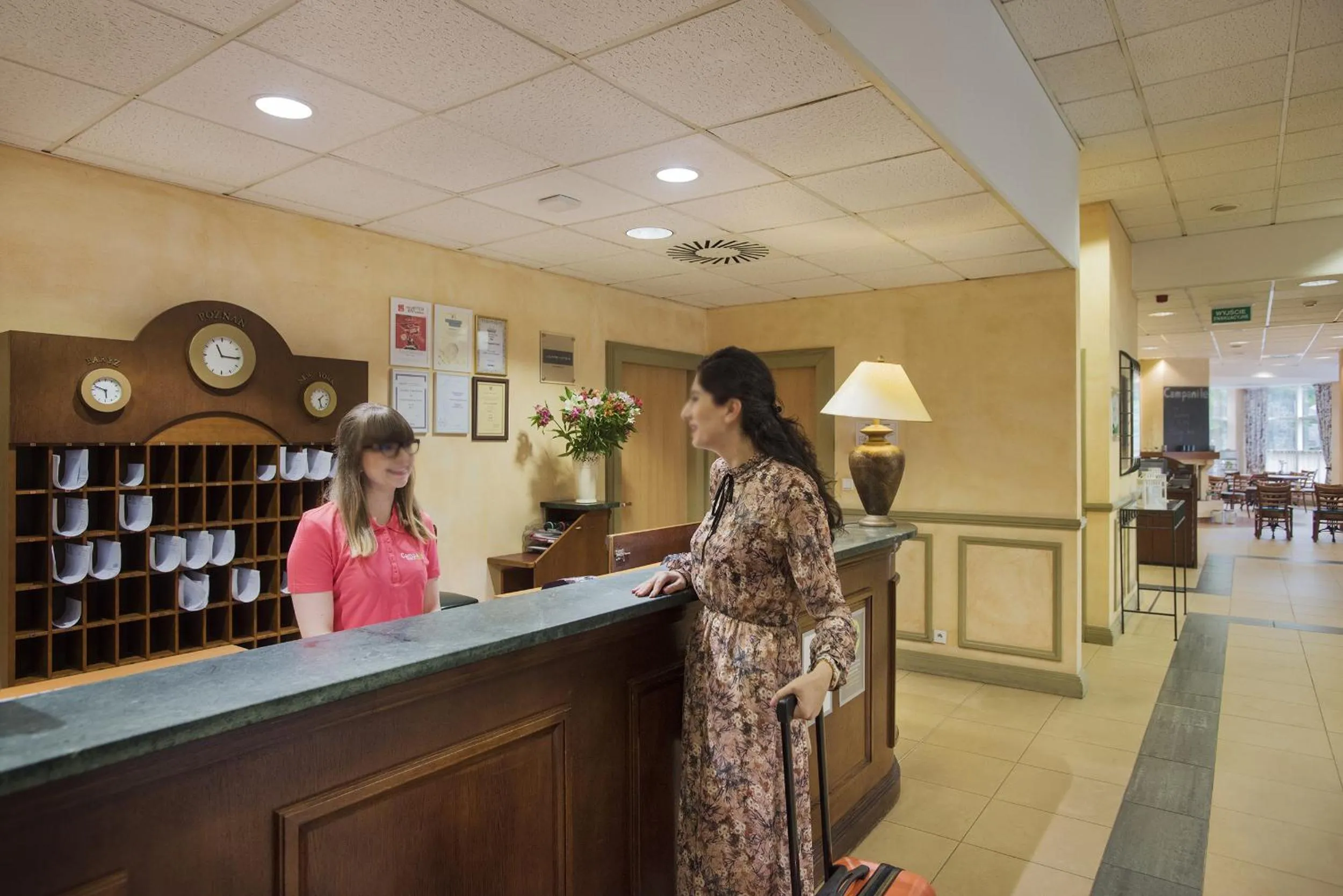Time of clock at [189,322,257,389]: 11:15
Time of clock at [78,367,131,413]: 5:48
